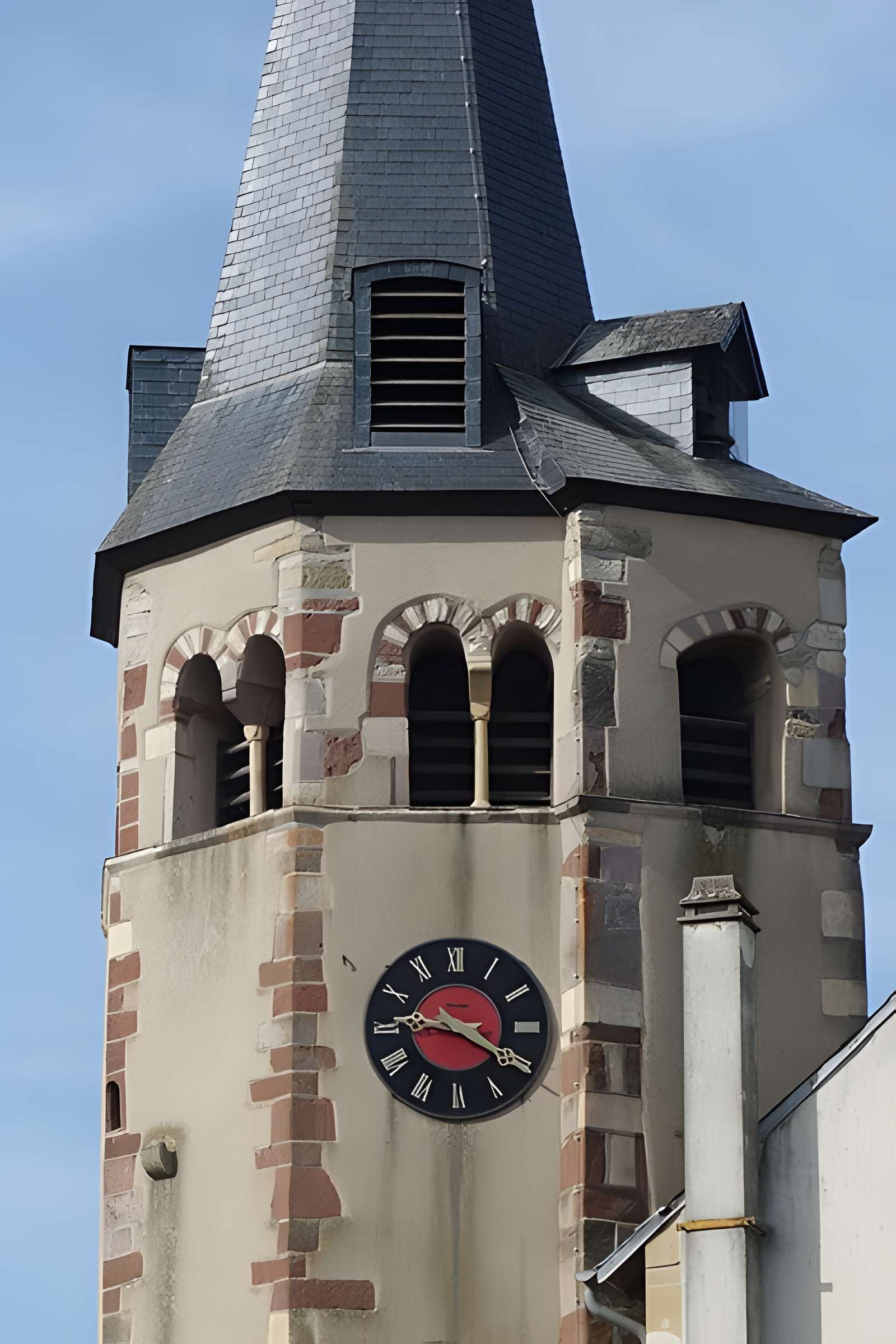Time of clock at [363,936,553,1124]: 9:20
